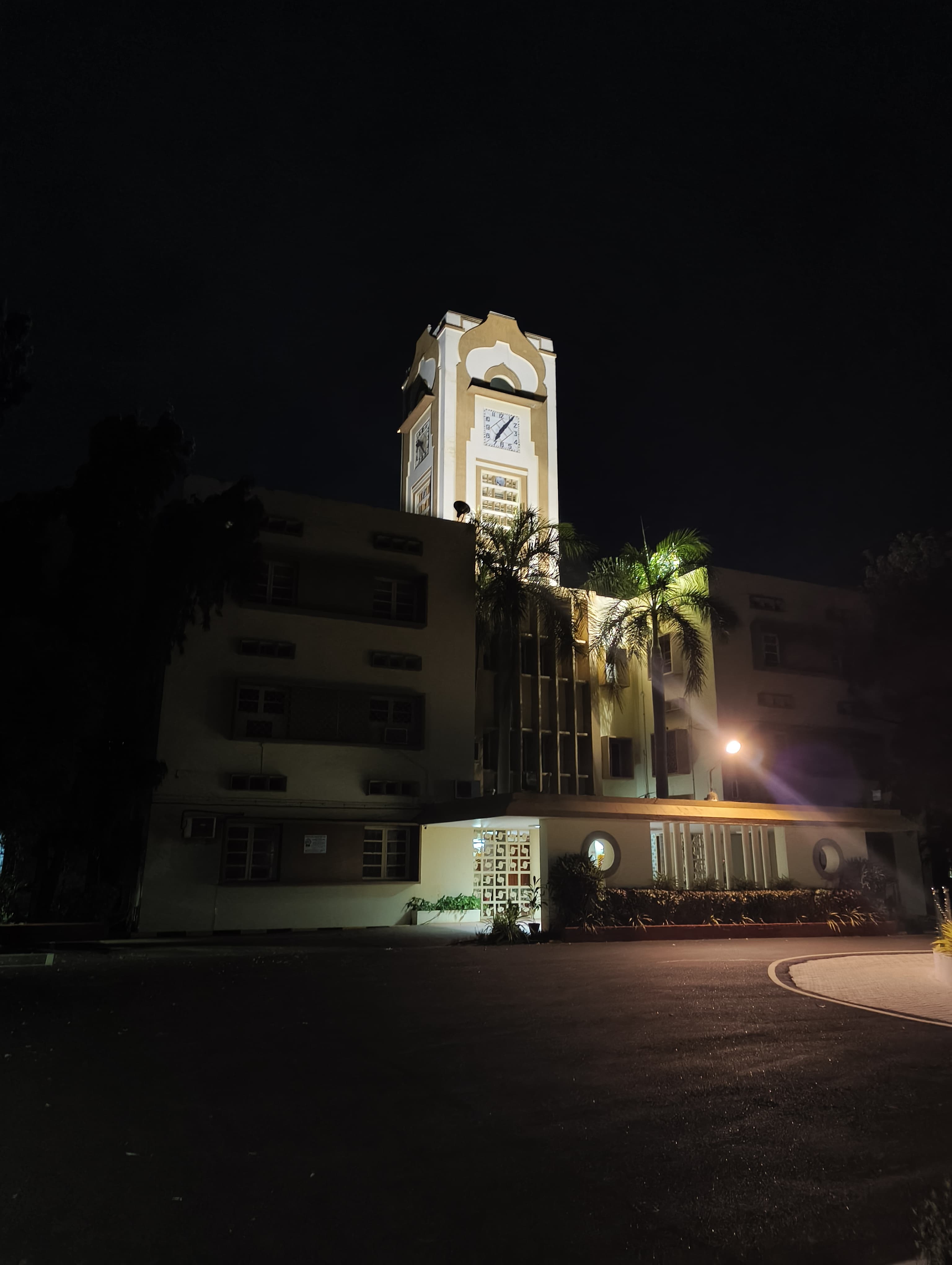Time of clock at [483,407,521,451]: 7:06
